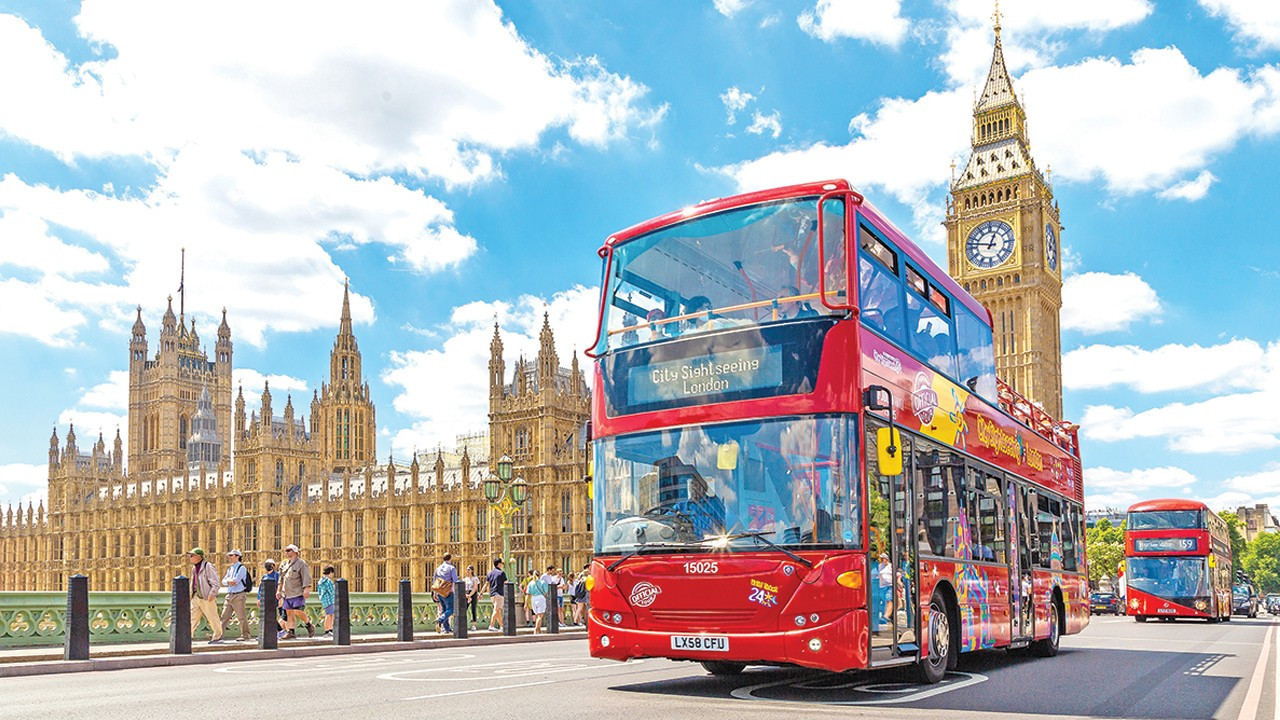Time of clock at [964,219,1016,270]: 12:47
